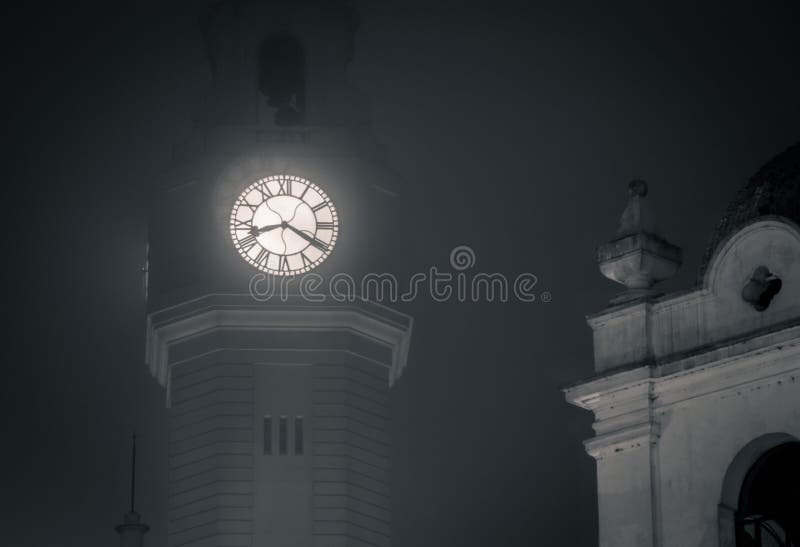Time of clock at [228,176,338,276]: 8:20
